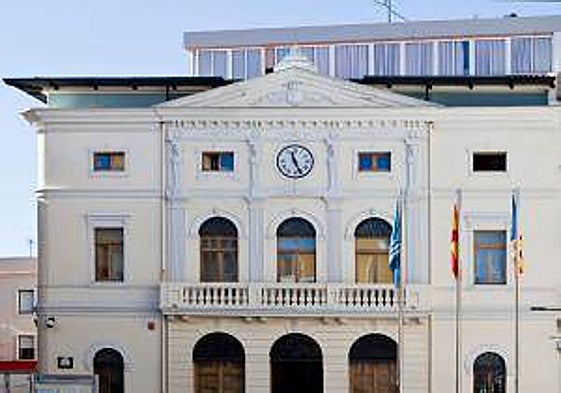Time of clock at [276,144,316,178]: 11:25
